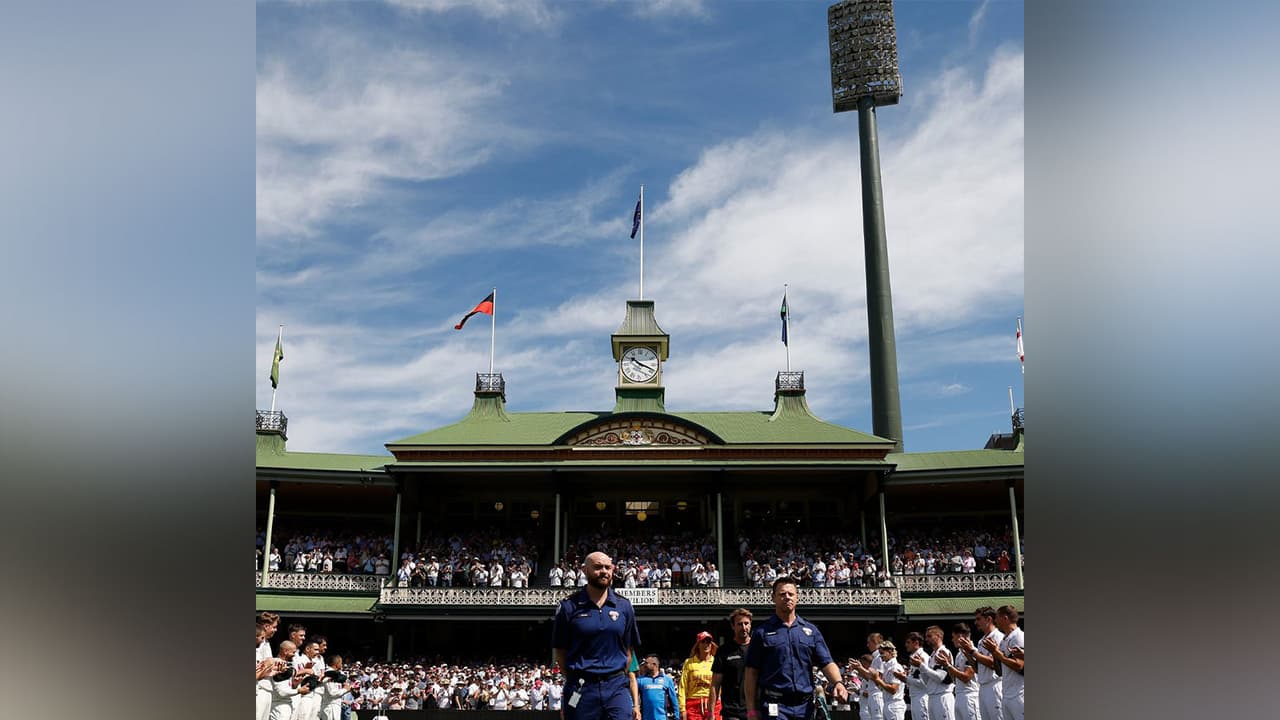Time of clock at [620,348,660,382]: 10:18
